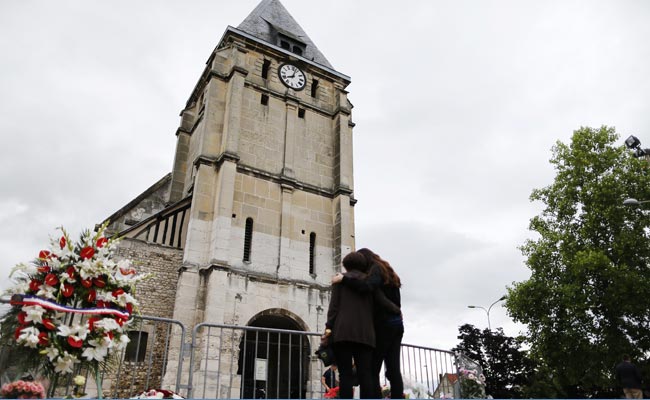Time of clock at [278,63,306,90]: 8:03
